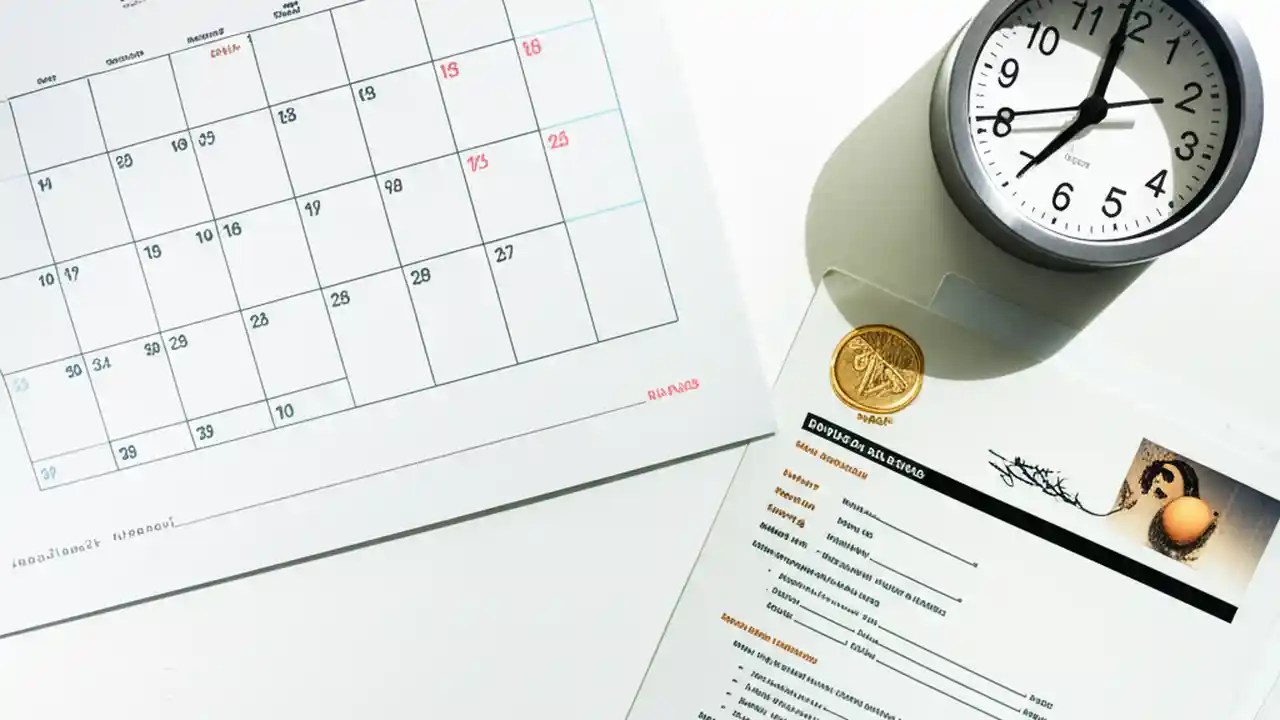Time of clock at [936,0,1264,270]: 6:59
